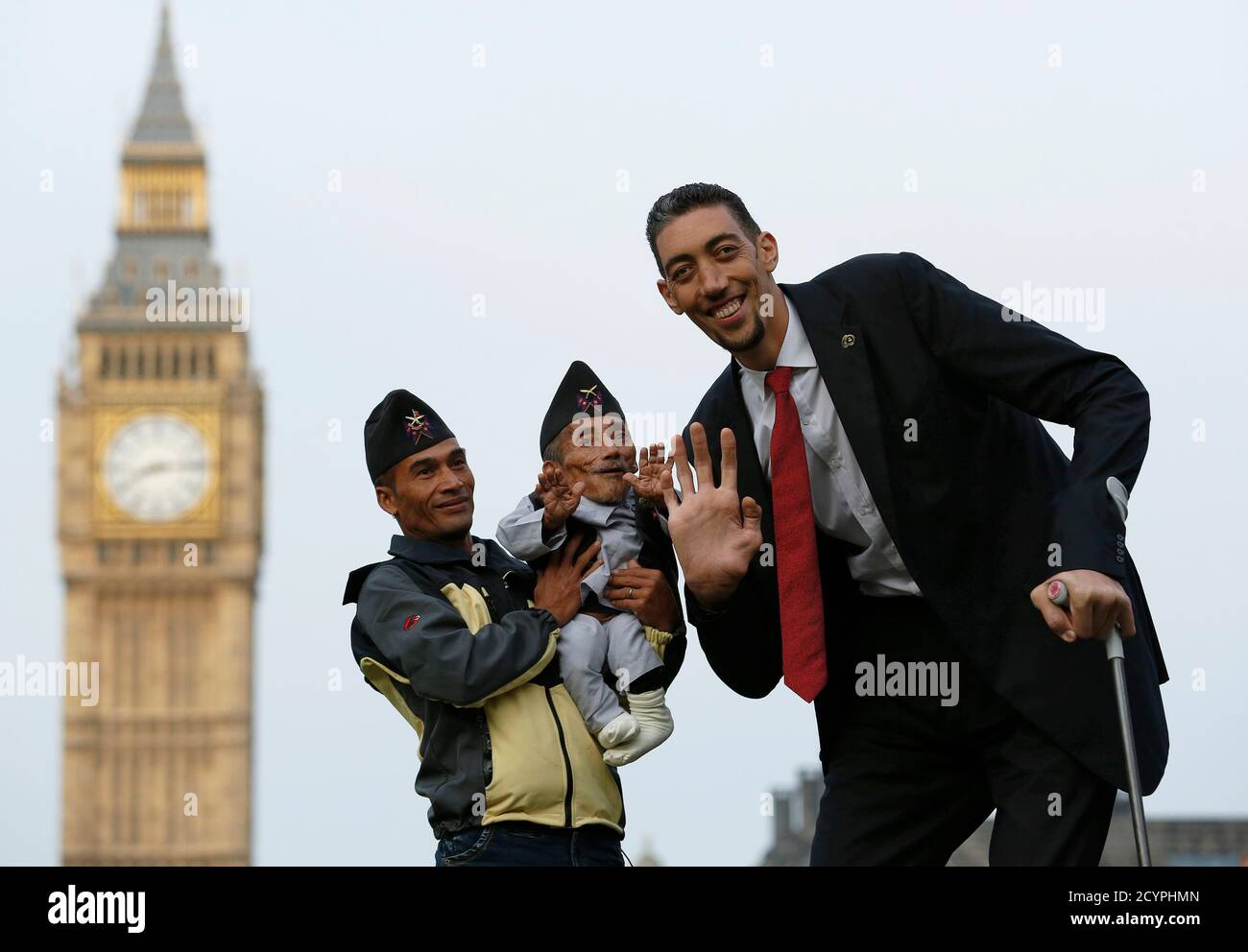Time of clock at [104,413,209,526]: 8:14
